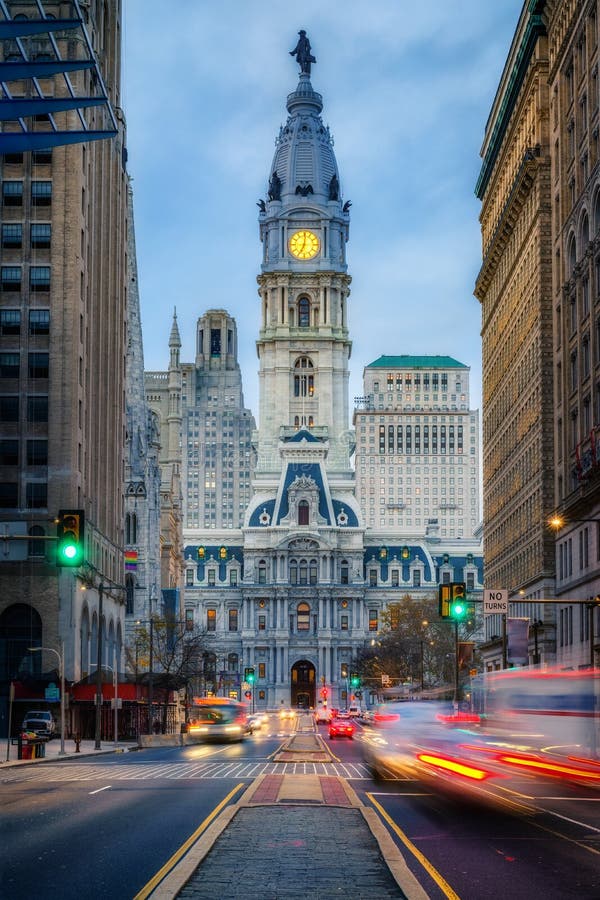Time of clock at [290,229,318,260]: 7:01
